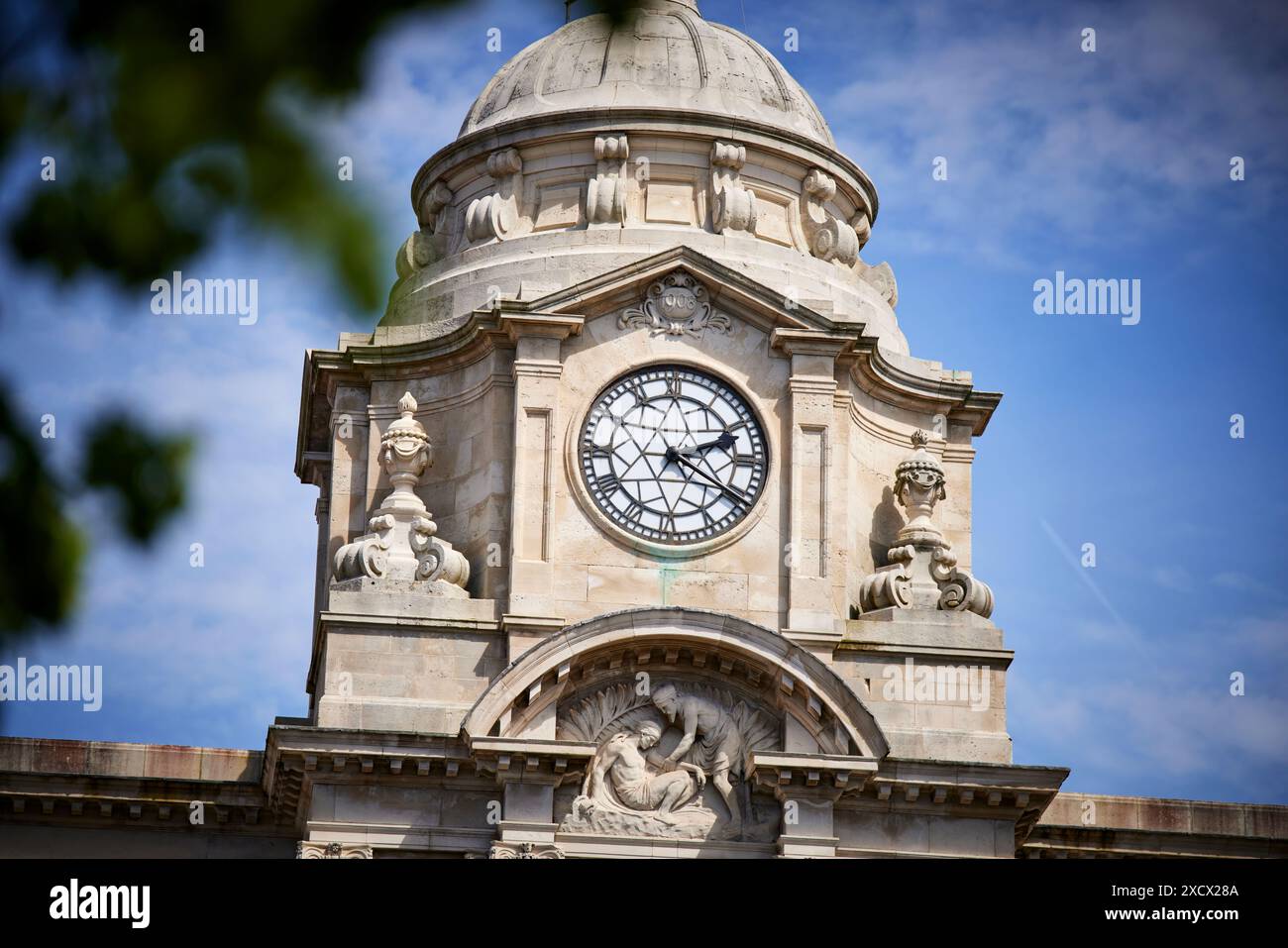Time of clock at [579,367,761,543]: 2:19
